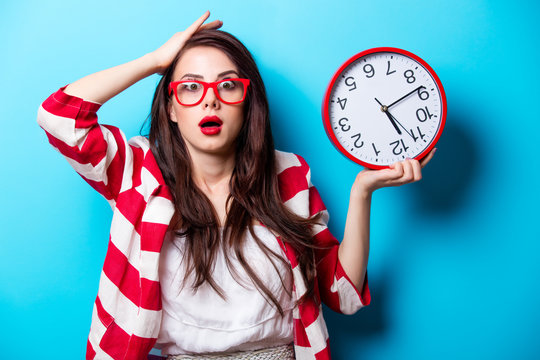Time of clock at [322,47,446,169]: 5:13
